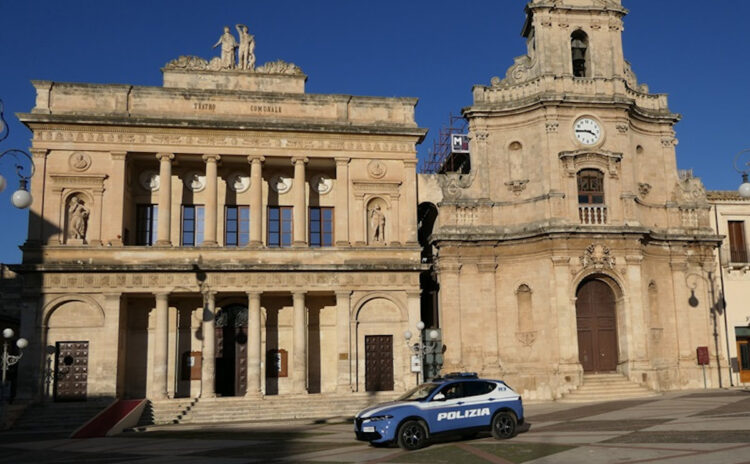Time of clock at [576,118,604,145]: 3:45
